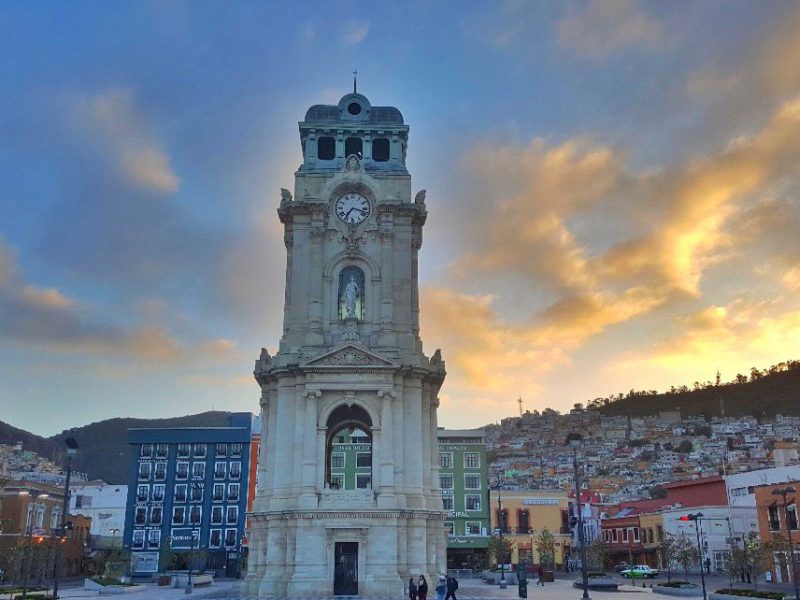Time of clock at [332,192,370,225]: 7:17
